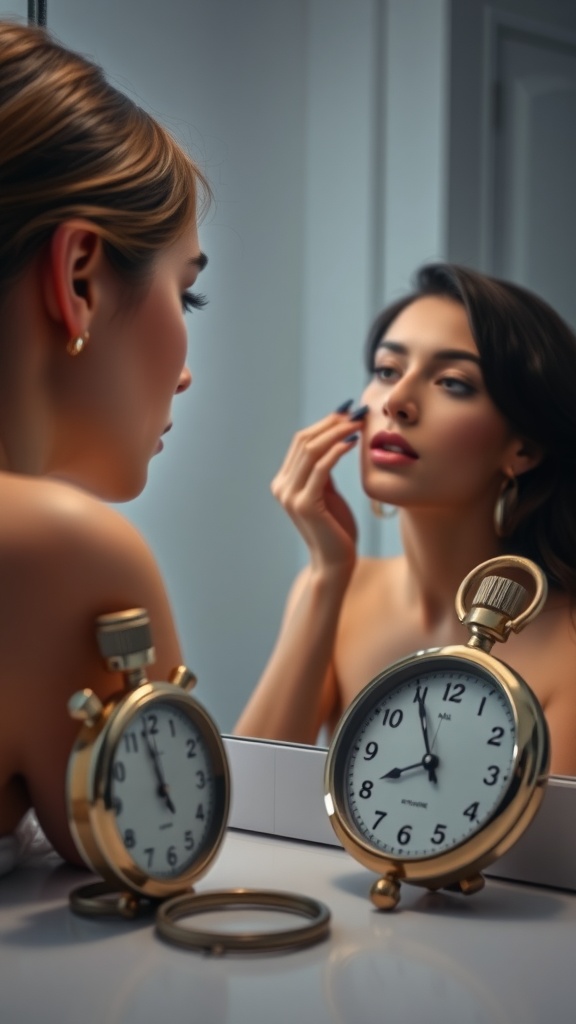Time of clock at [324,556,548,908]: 7:54
